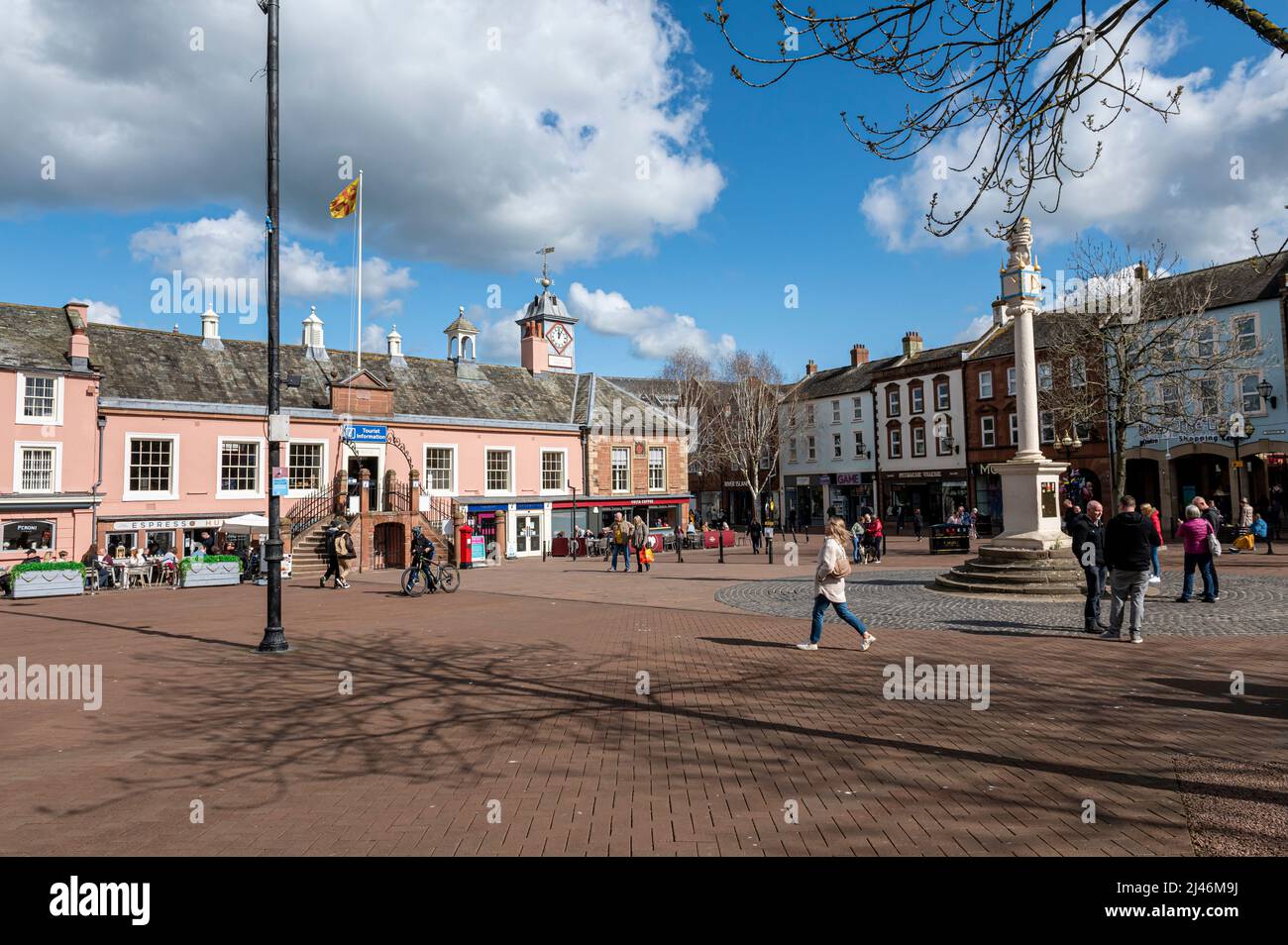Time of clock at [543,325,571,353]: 12:05
